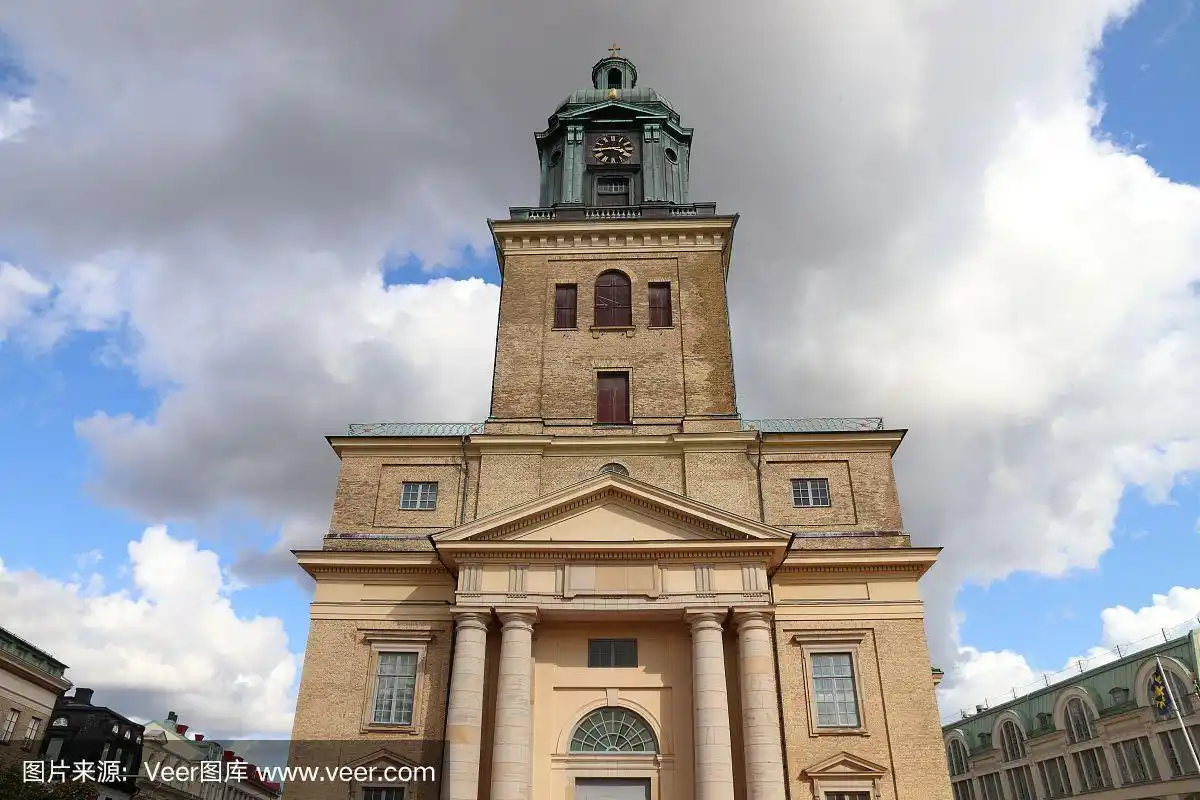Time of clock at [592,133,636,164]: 3:43
